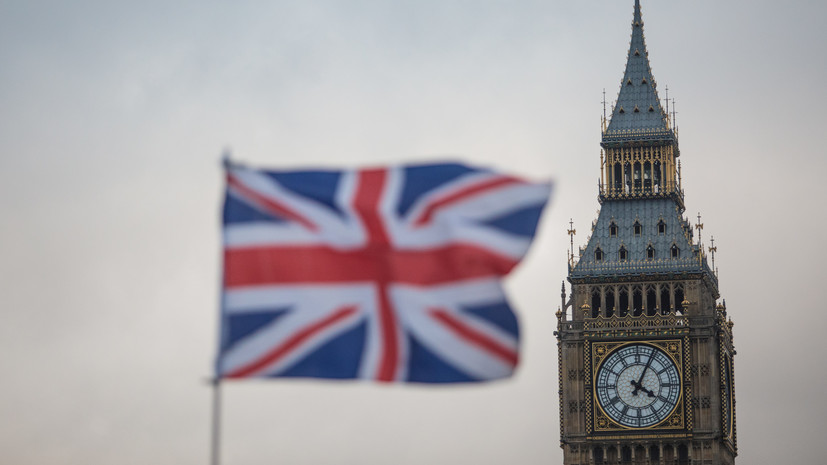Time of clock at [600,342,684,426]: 4:04
